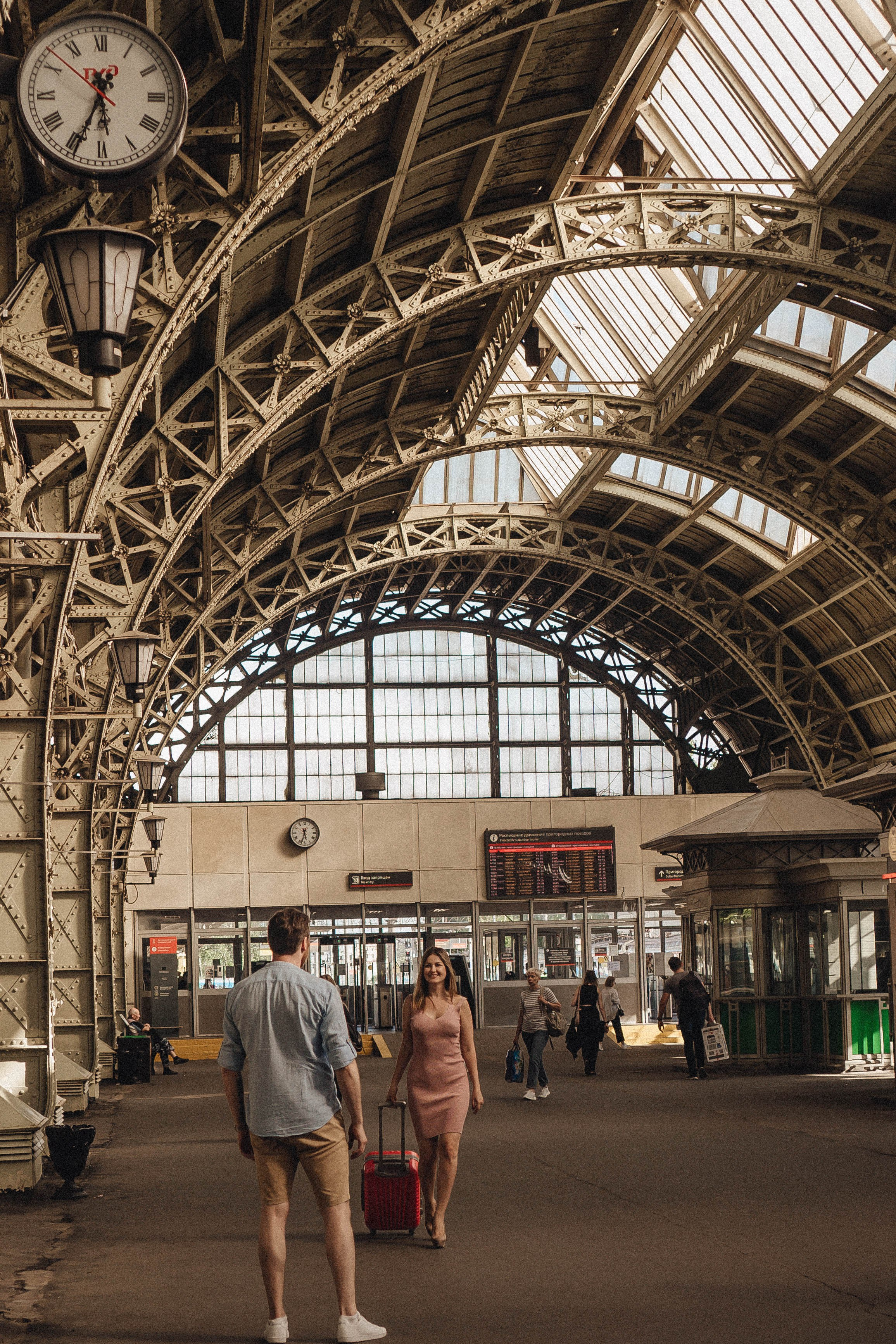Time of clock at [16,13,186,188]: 5:33
